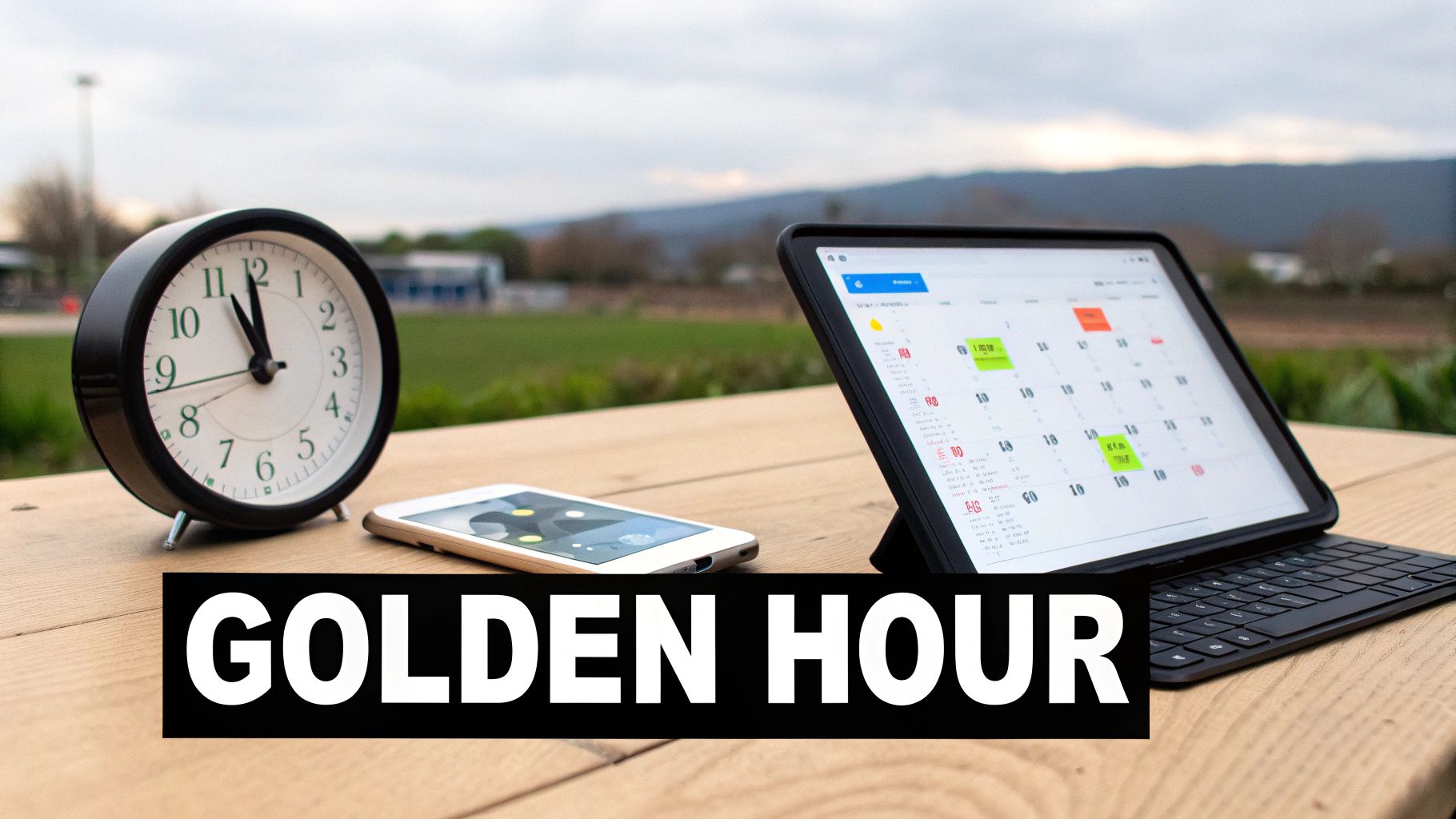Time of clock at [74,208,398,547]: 10:58
